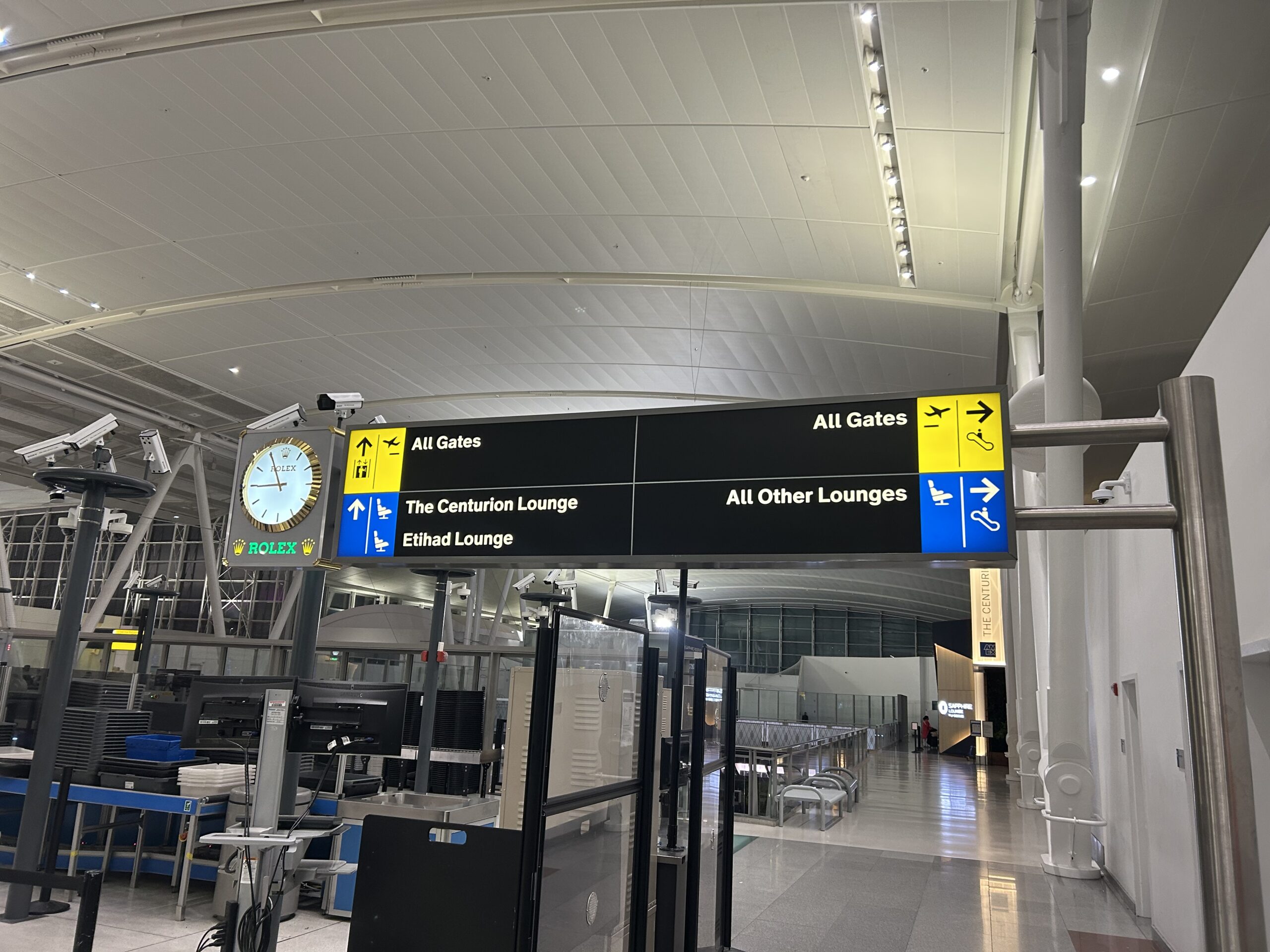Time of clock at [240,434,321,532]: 8:55
